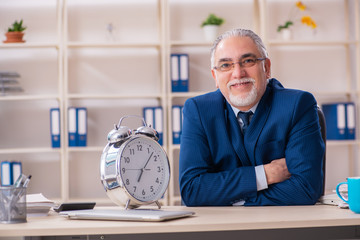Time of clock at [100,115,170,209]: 7:07
